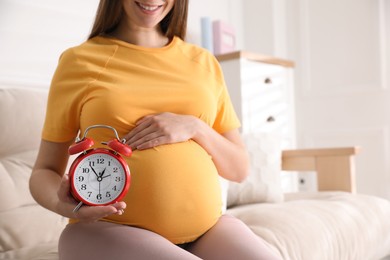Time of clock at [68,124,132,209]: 12:53
